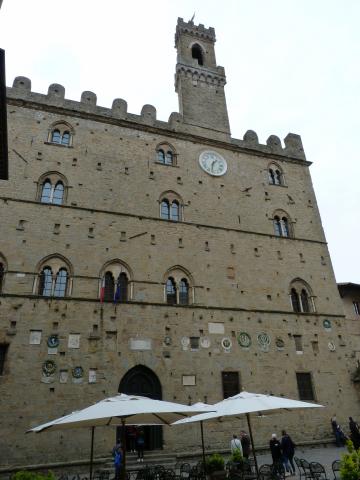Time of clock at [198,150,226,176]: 1:32
